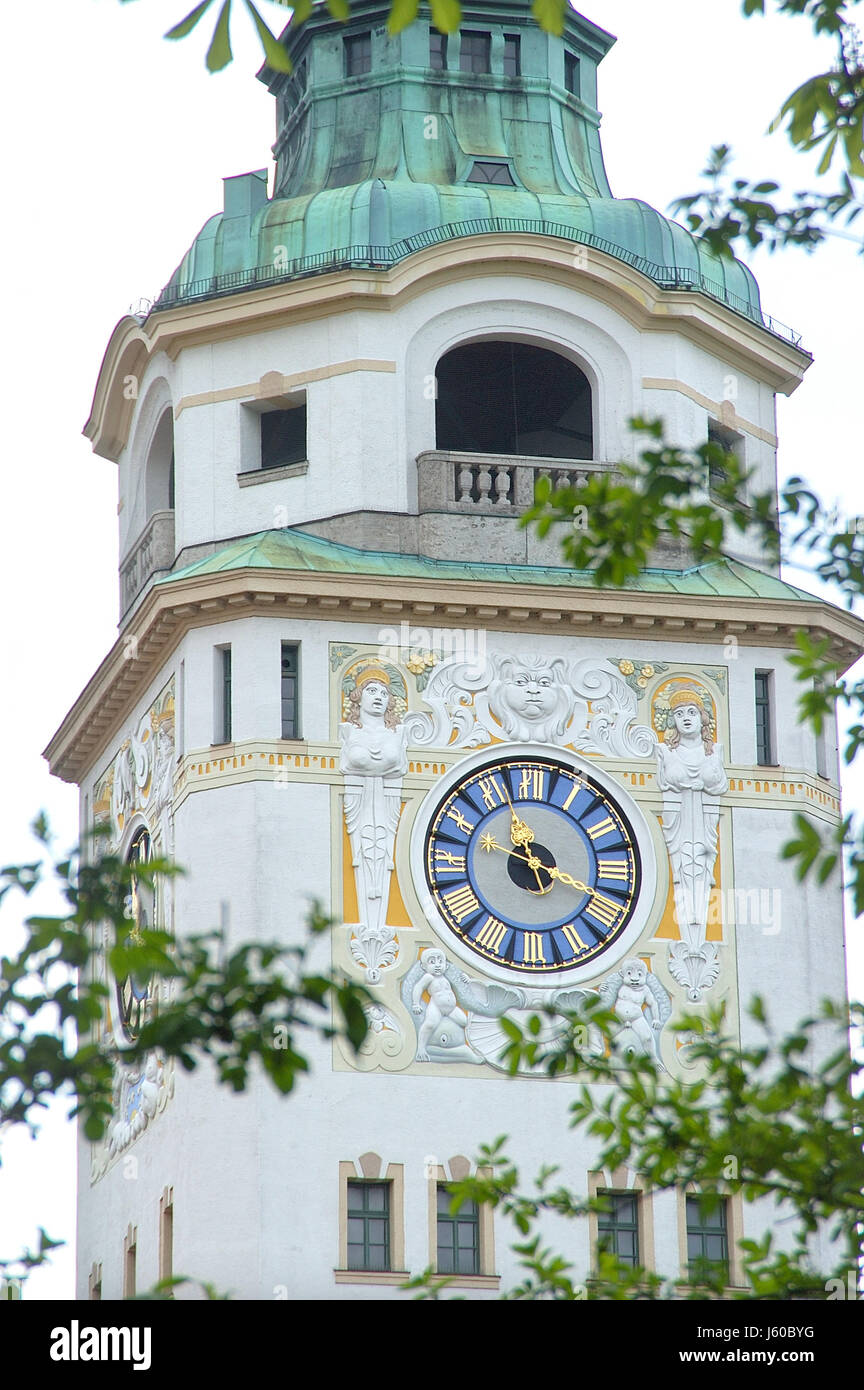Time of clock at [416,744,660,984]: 11:18
